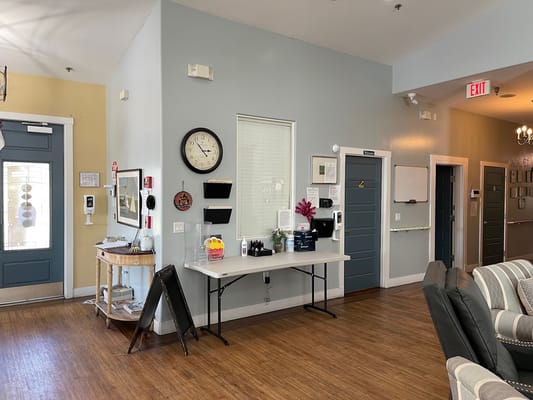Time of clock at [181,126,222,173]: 2:53
